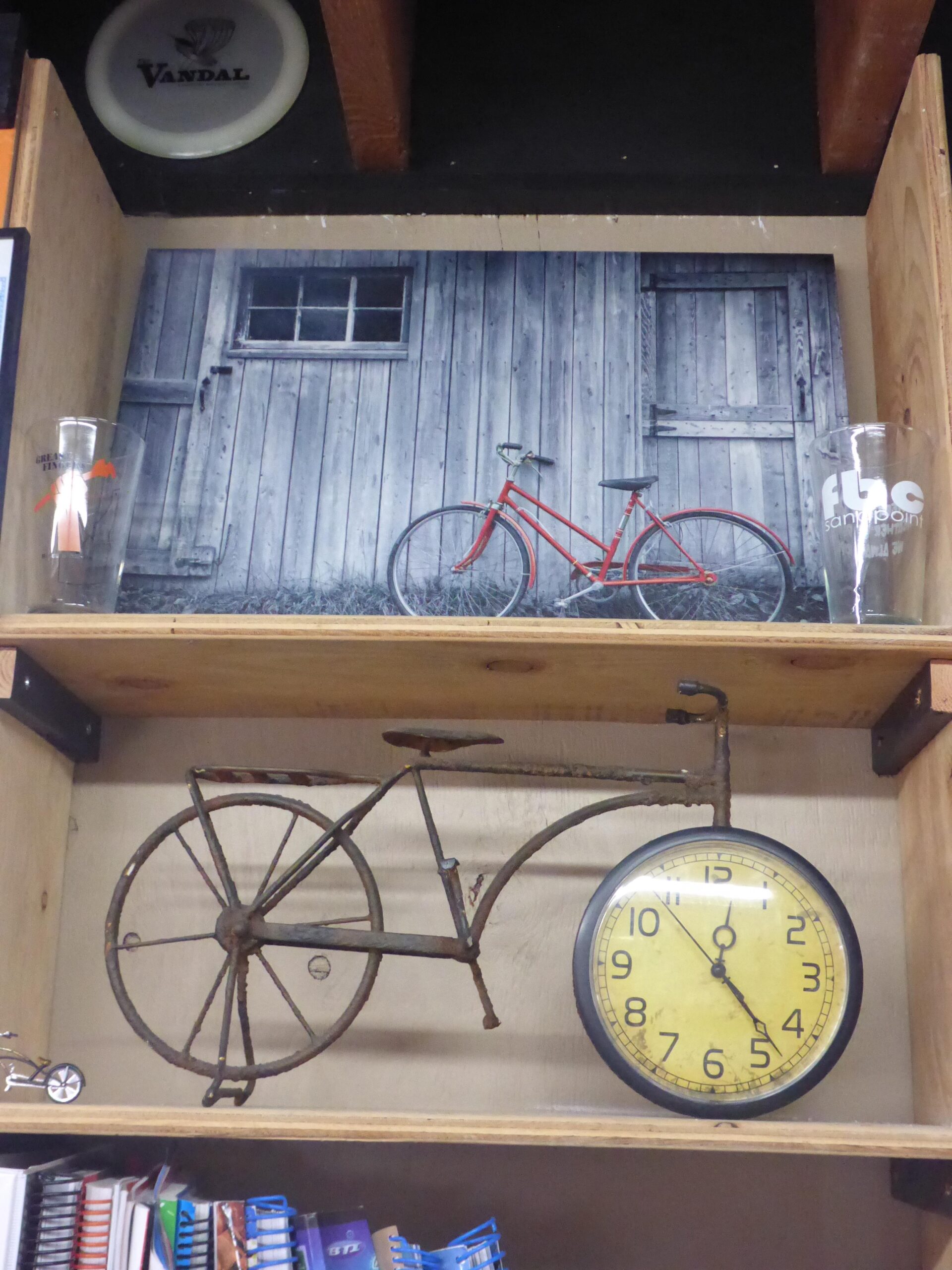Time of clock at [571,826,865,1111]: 12:23
